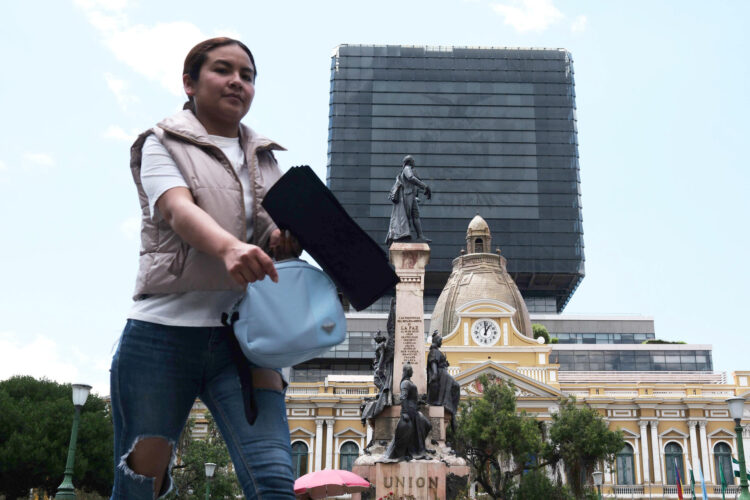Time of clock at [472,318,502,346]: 12:59
